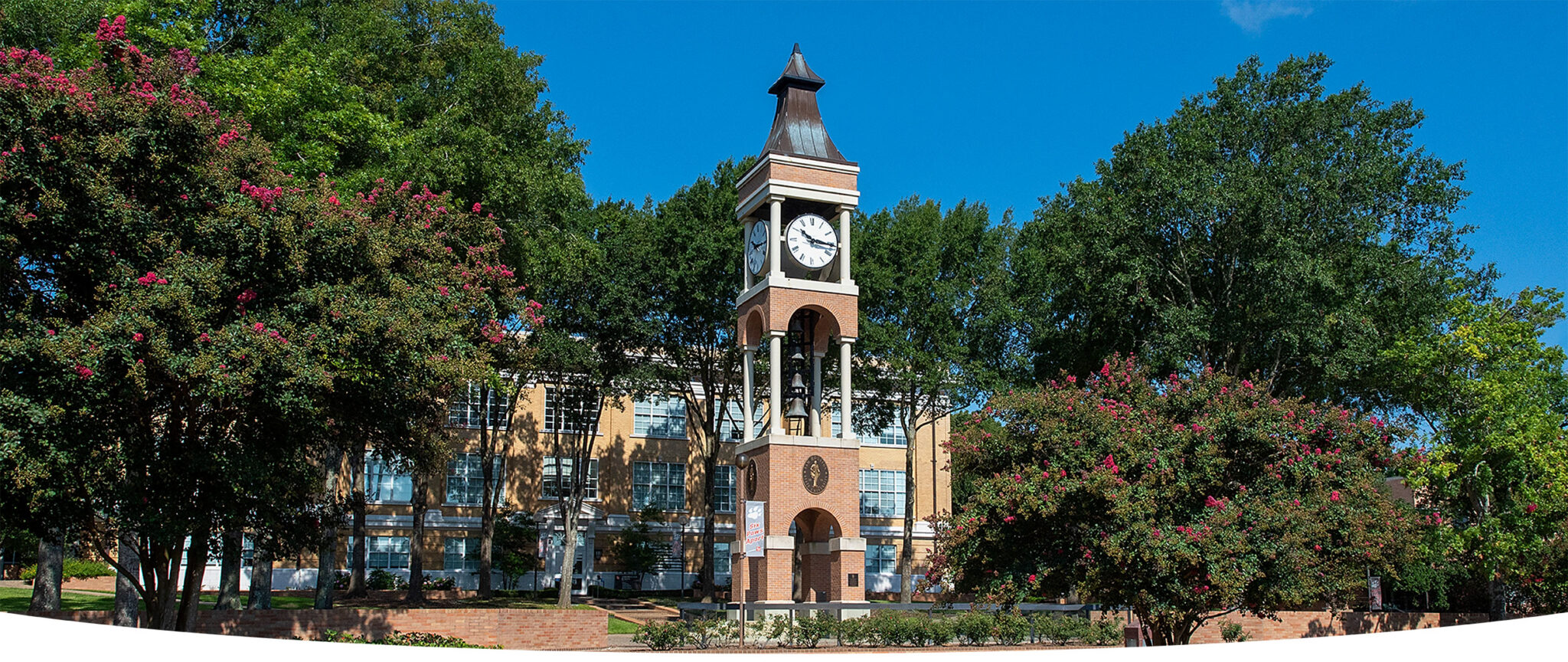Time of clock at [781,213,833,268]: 10:16
